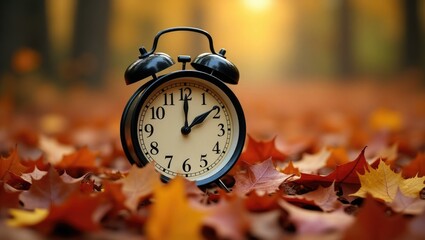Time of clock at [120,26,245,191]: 2:00
